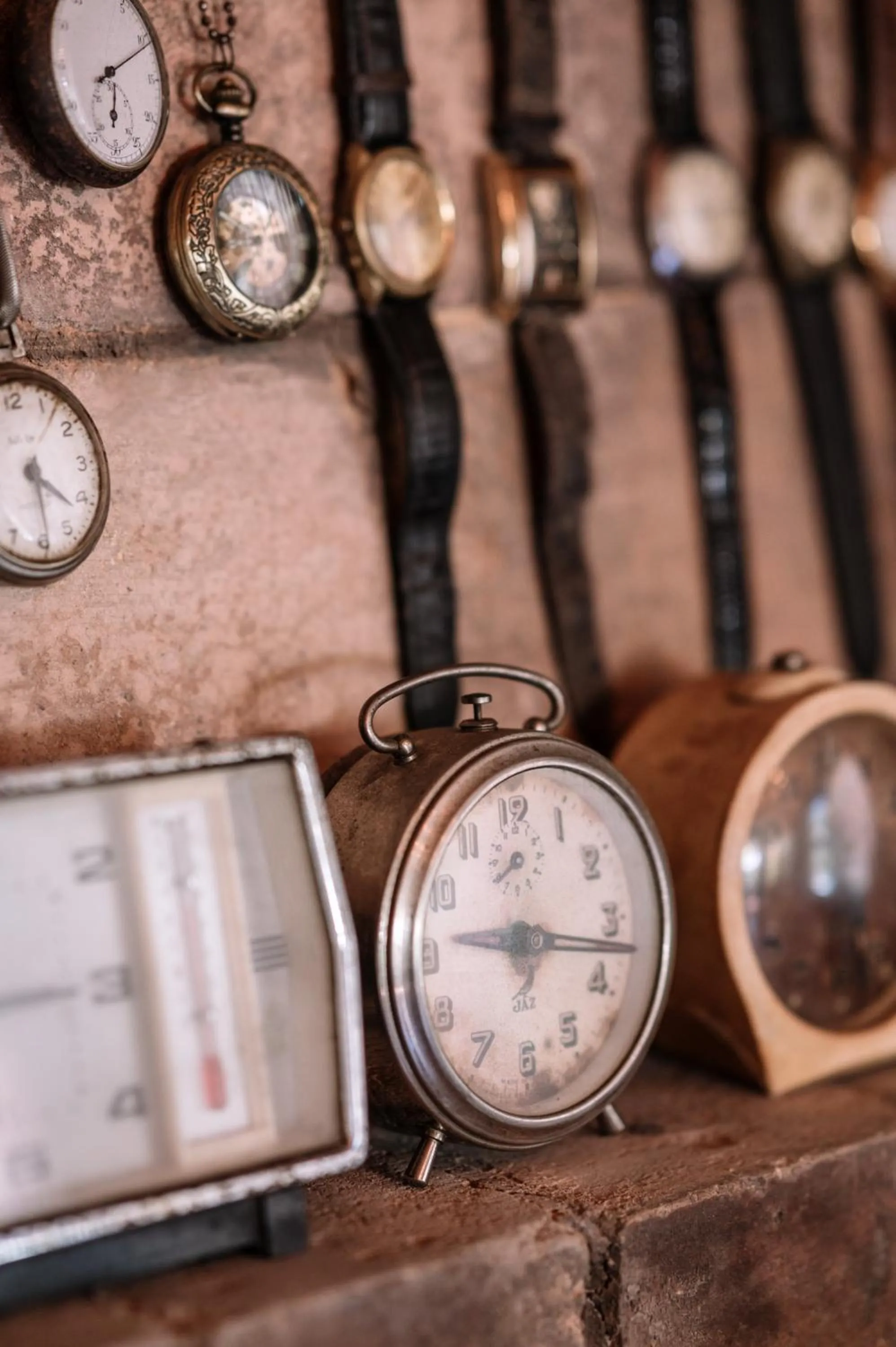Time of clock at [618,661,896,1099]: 9:17
